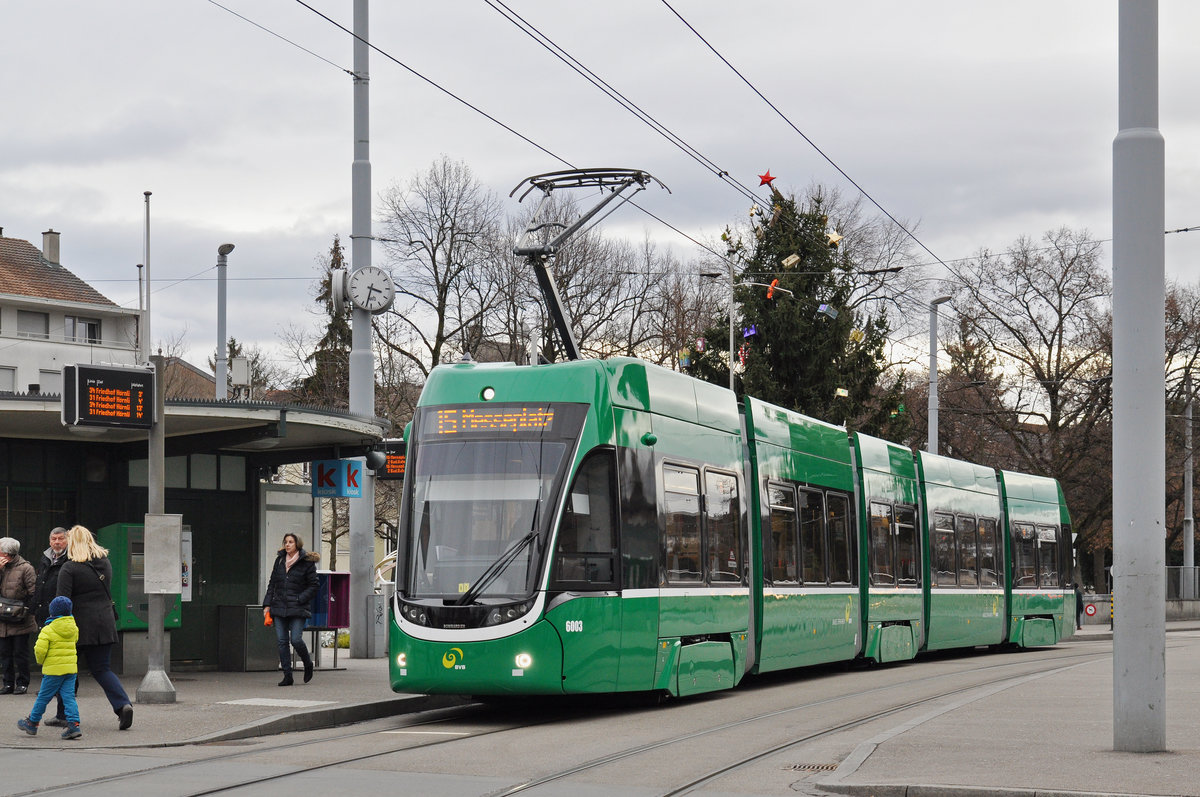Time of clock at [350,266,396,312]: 3:32
